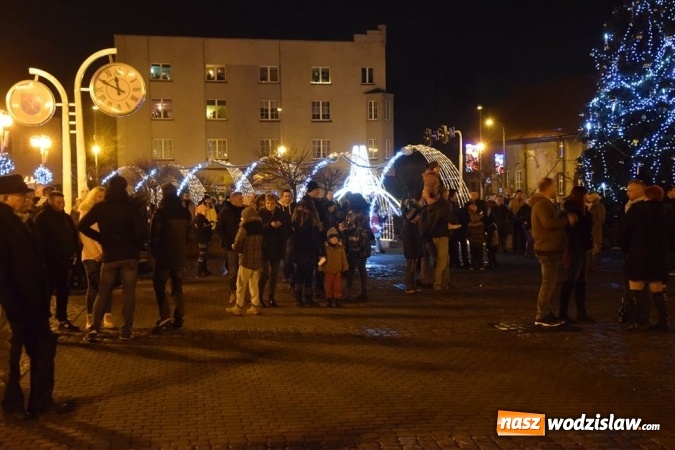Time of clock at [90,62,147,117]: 11:49
